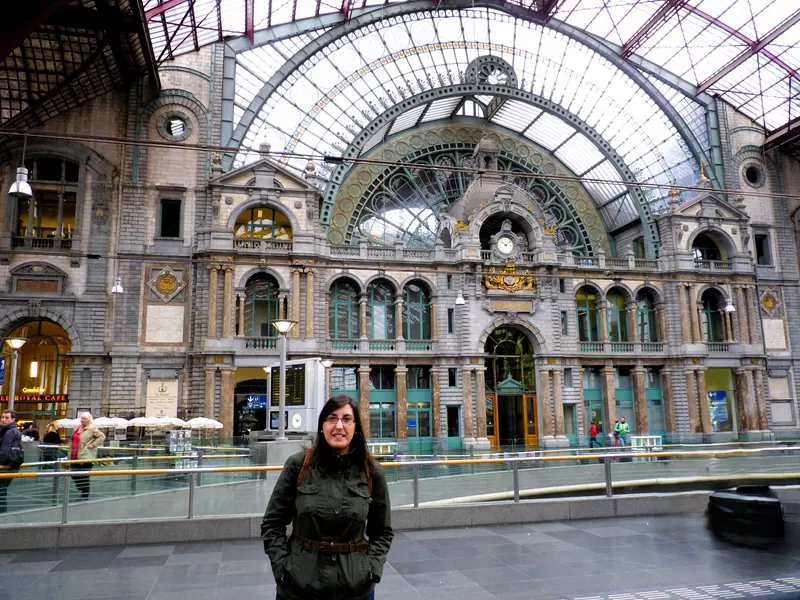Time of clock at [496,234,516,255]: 10:07
